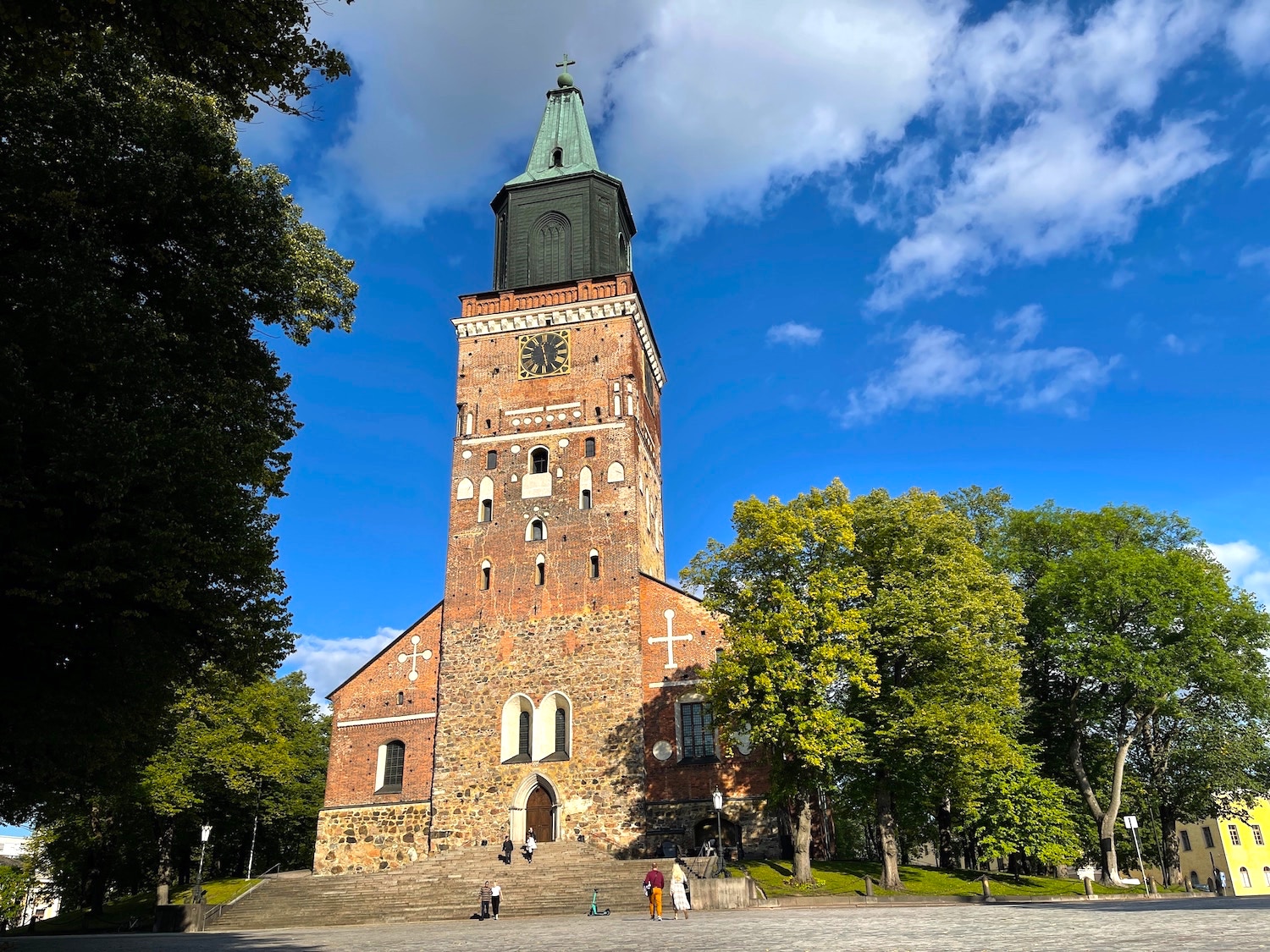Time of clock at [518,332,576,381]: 11:28
